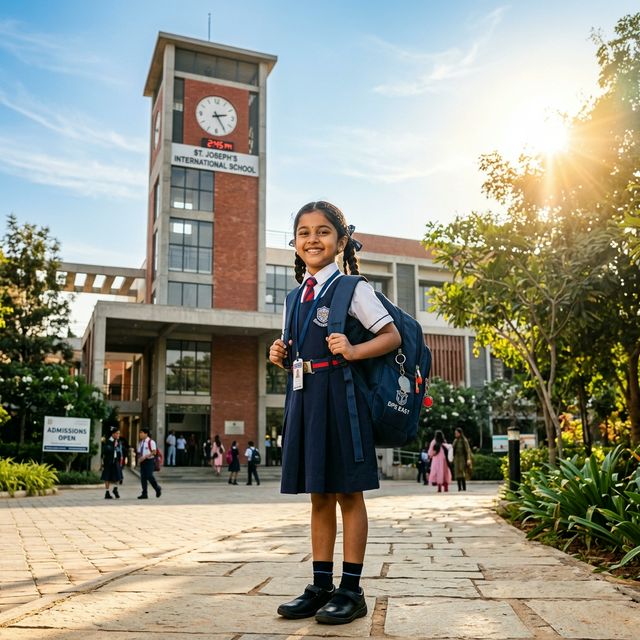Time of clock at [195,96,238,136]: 2:24
